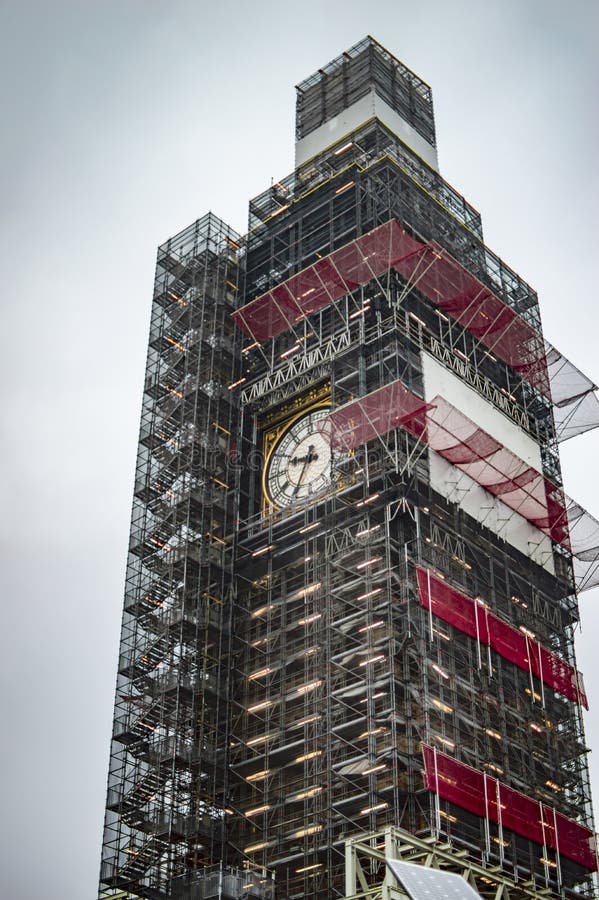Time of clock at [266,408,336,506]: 9:34
